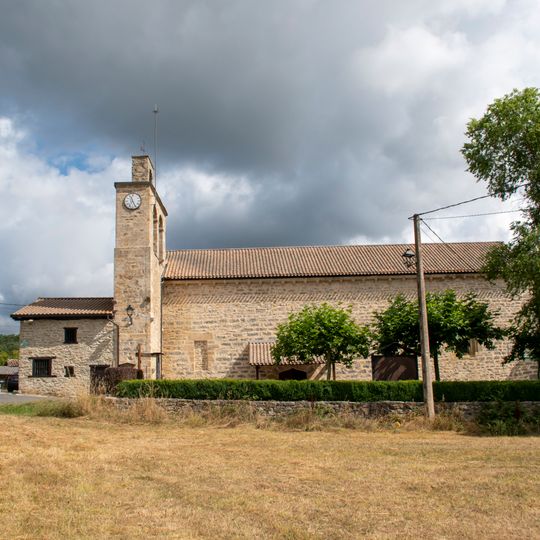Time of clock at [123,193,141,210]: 11:25
